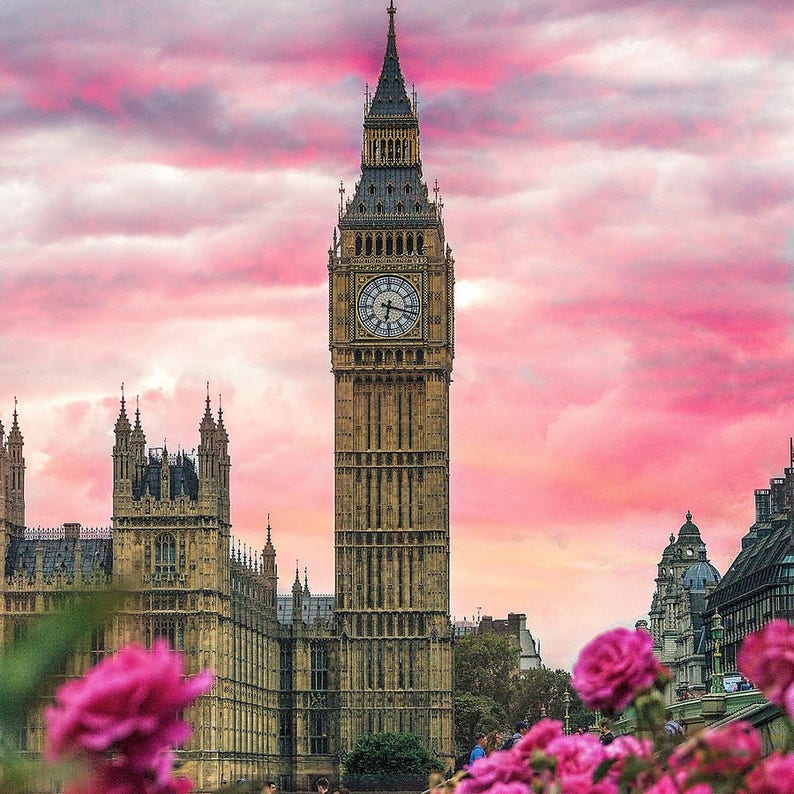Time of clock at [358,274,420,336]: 6:17
